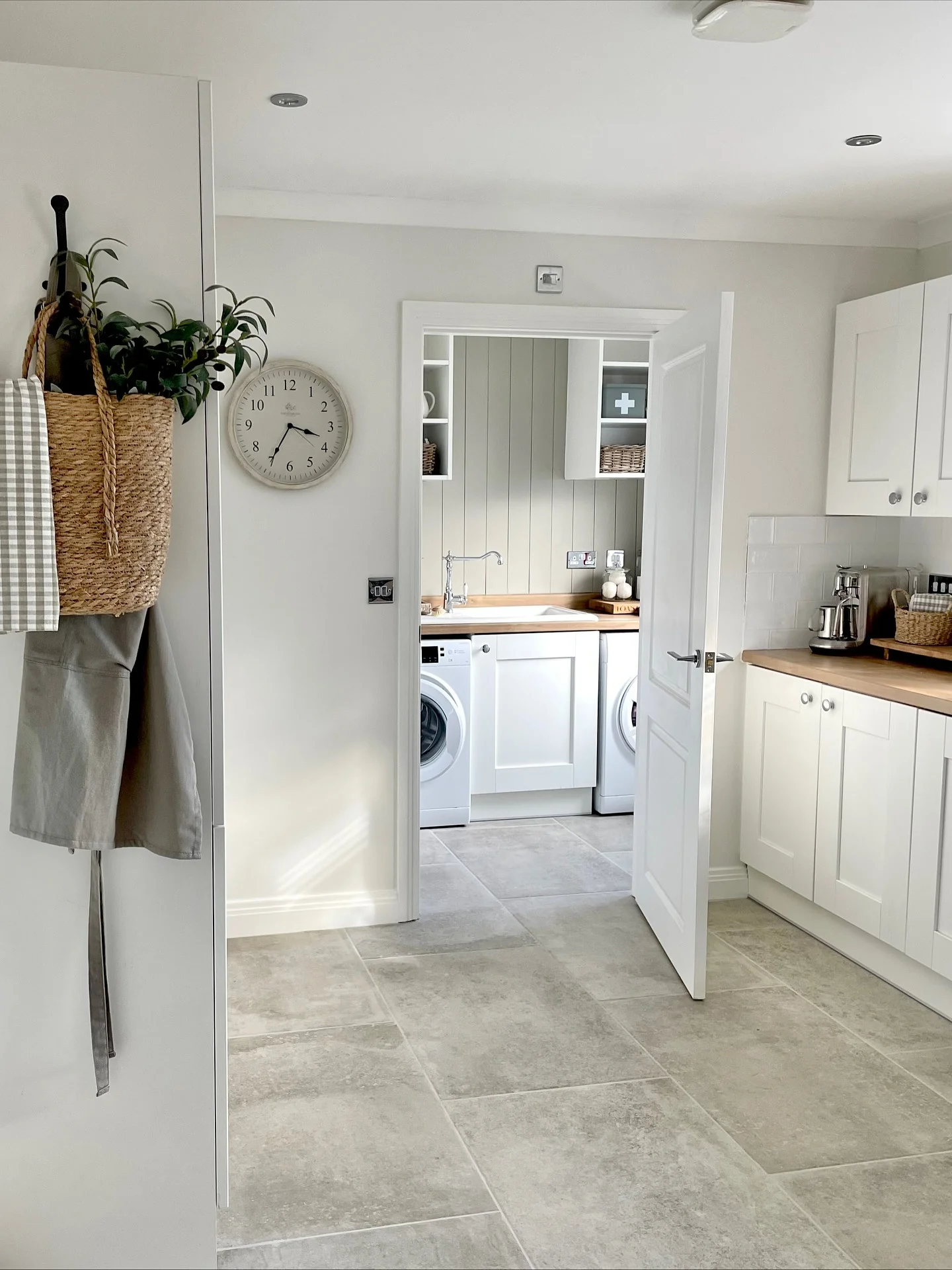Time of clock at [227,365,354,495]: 3:34
